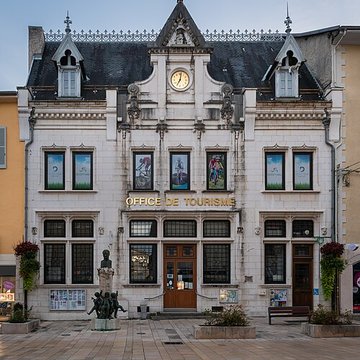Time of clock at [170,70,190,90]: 7:01
